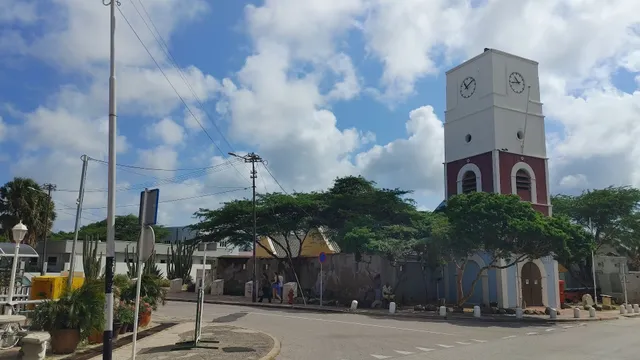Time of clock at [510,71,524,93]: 10:43
